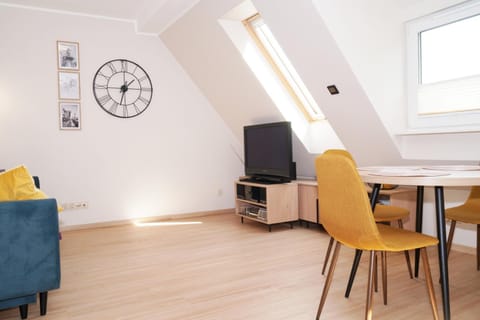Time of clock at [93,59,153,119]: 1:32
